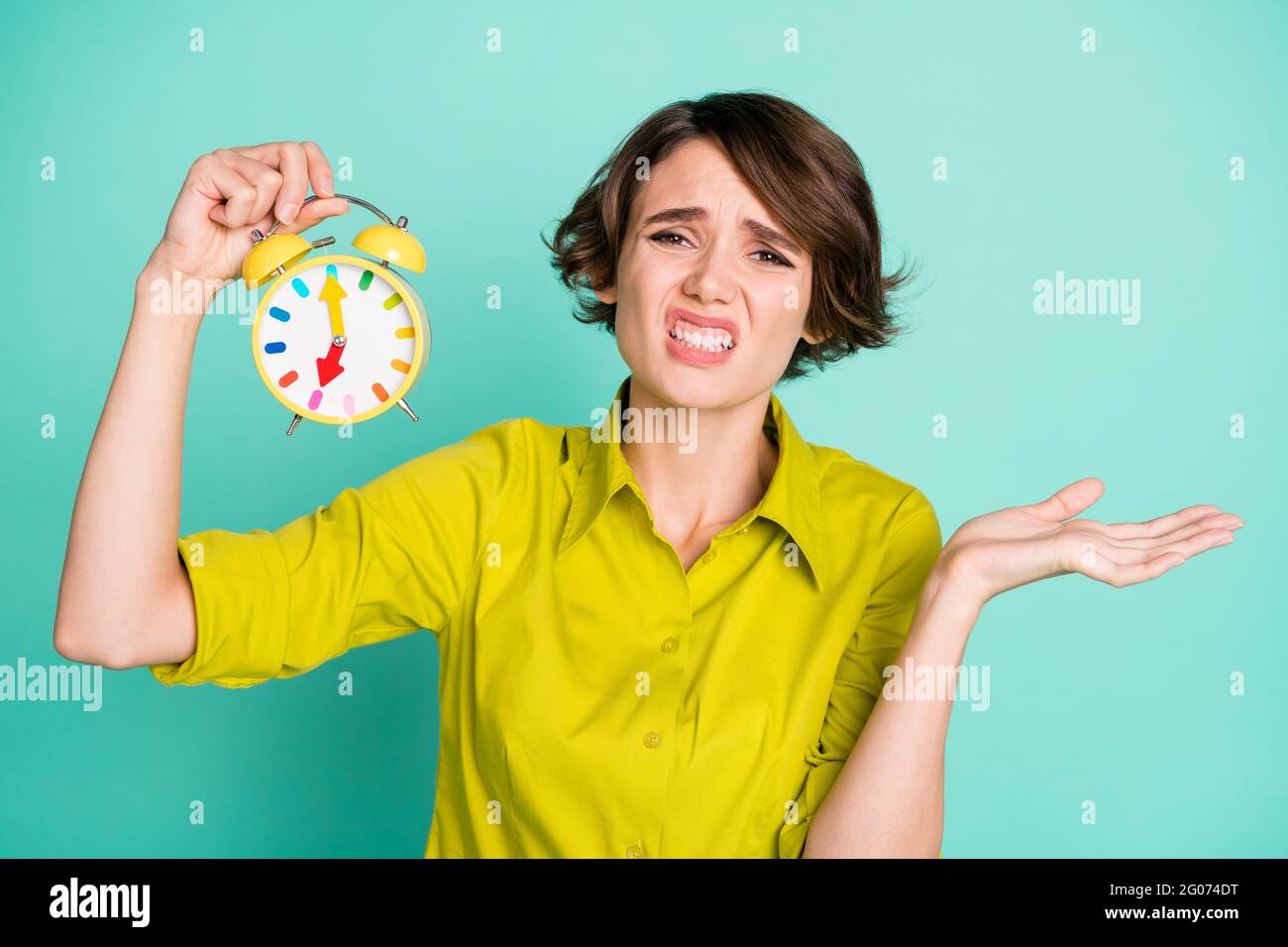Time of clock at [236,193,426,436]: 7:00
